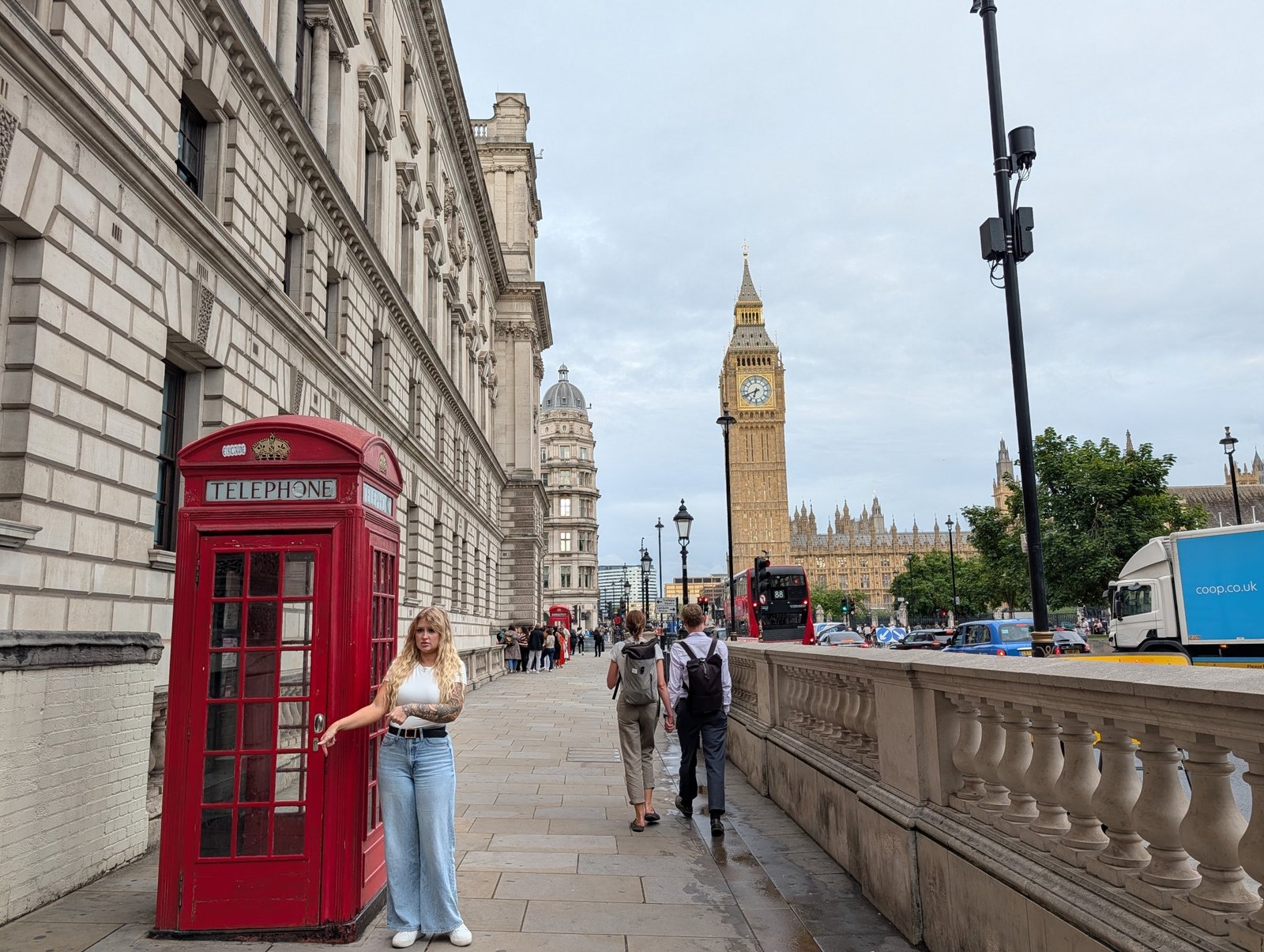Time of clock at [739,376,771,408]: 6:41
